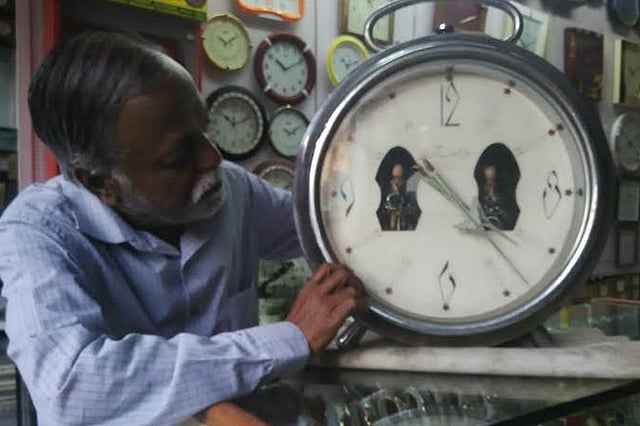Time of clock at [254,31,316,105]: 10:10
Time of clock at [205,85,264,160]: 10:11
